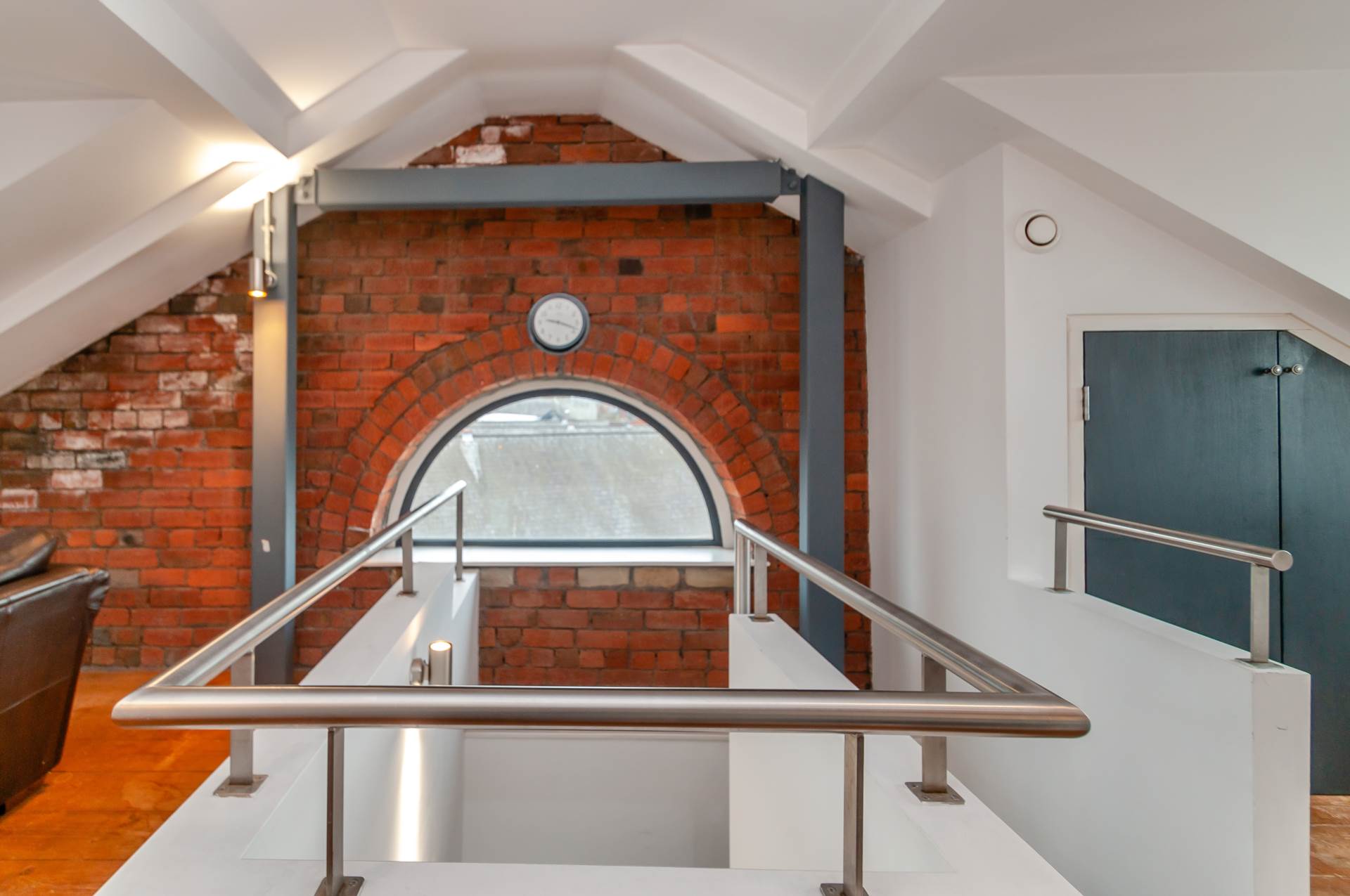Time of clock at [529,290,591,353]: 9:18
